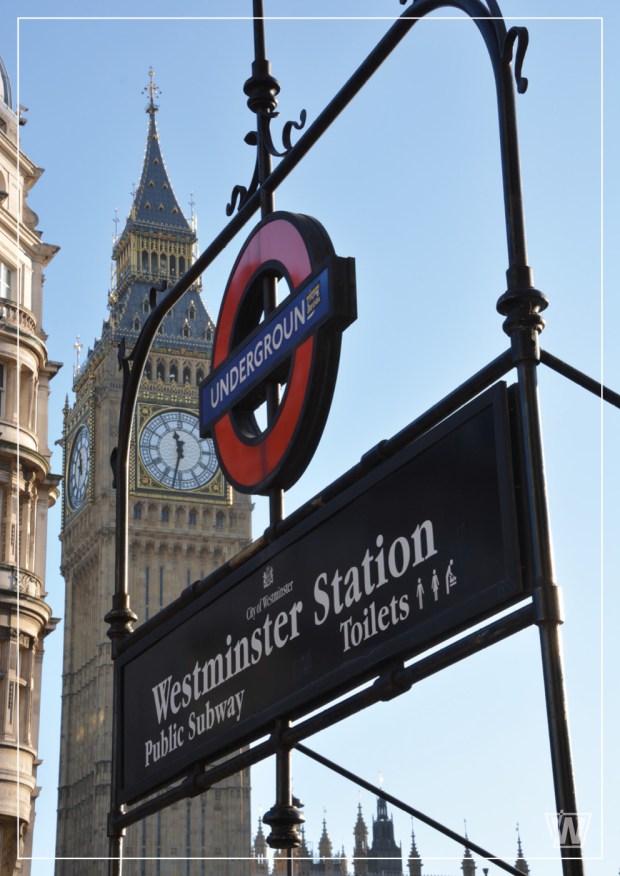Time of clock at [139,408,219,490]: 11:32
